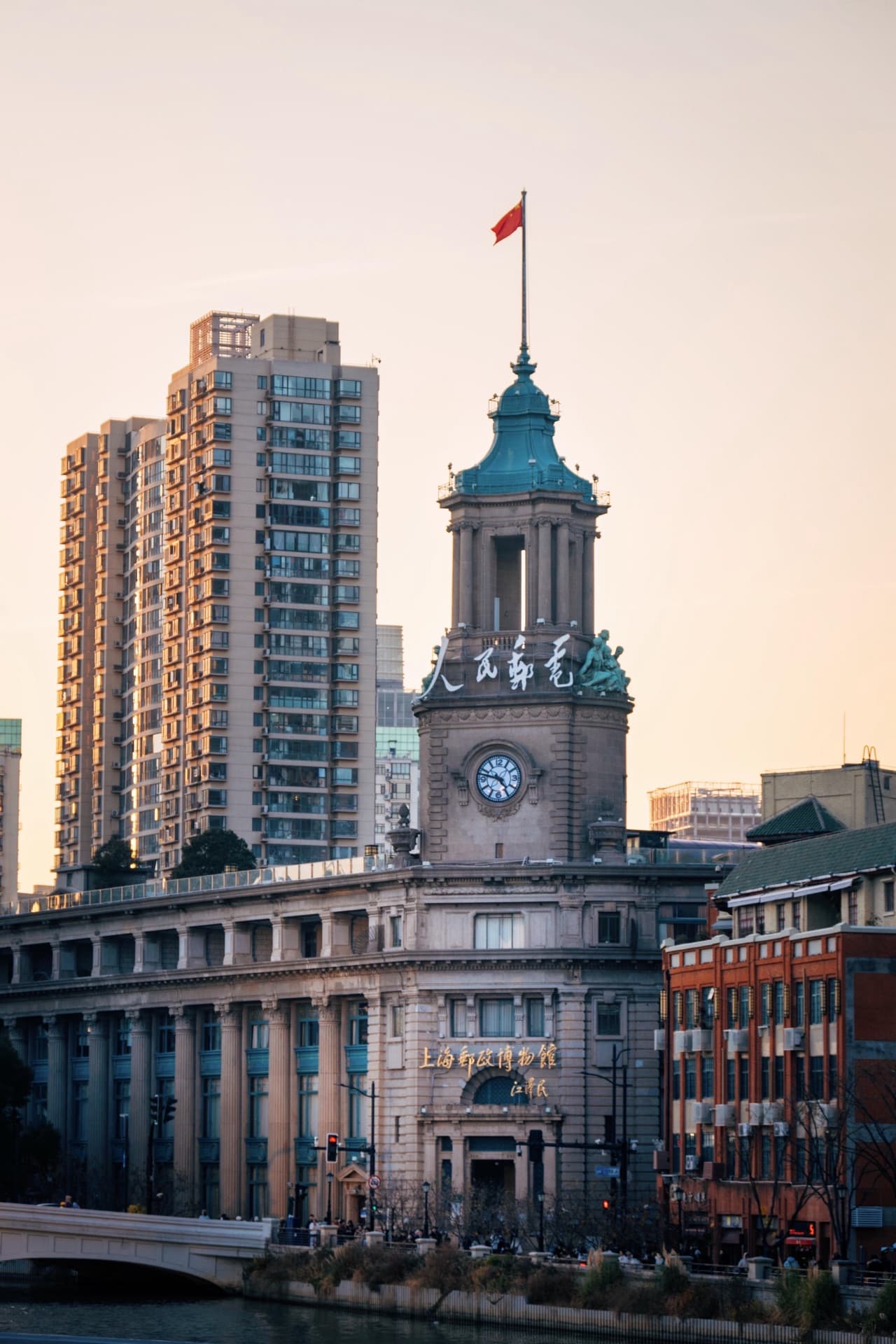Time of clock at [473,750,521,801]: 4:47
